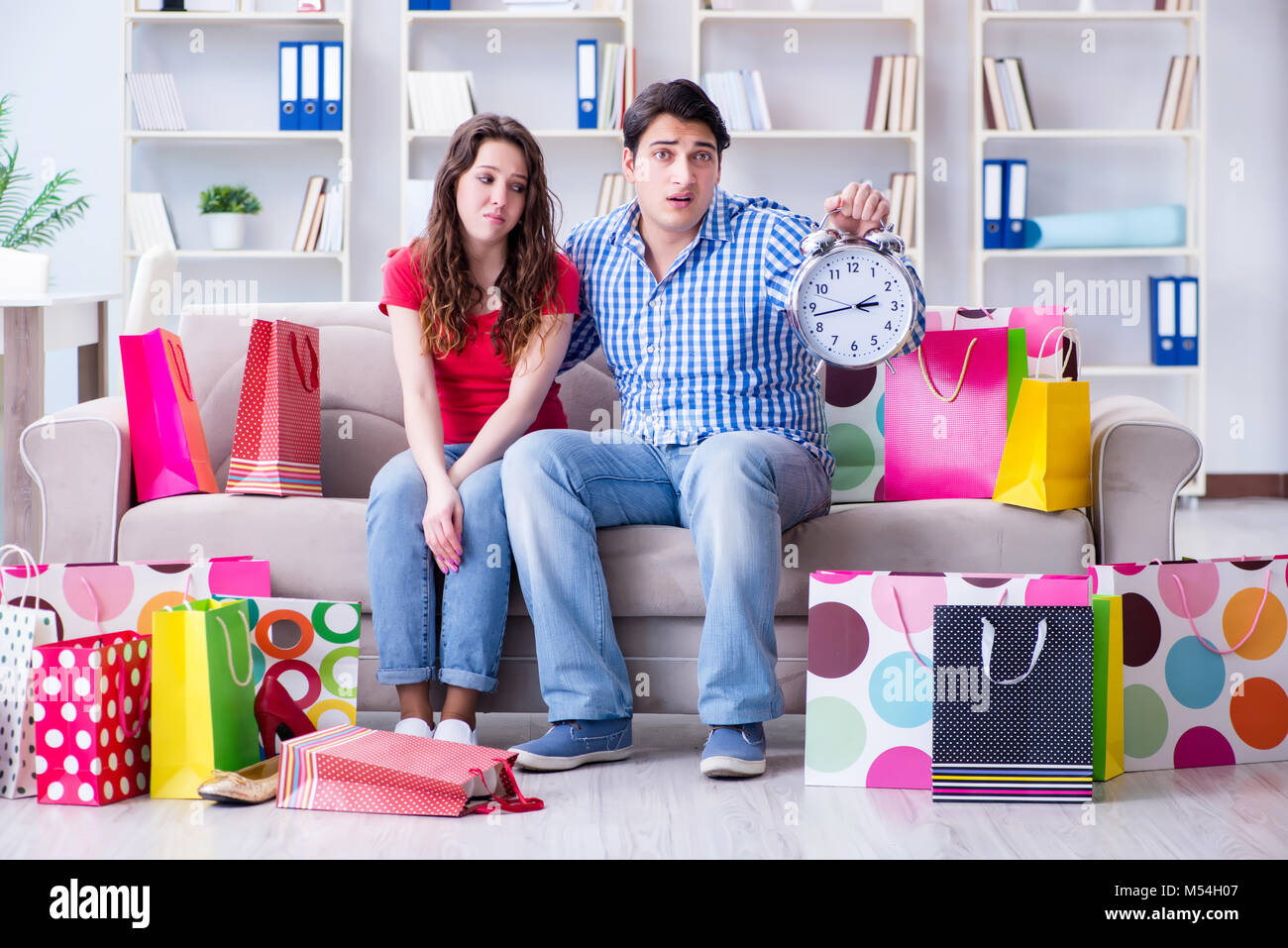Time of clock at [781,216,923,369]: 2:42
